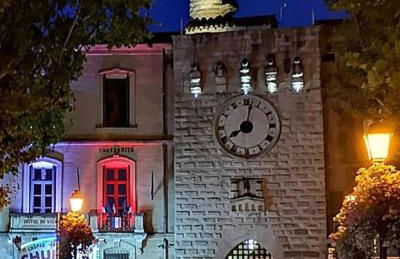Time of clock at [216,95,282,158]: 8:02
